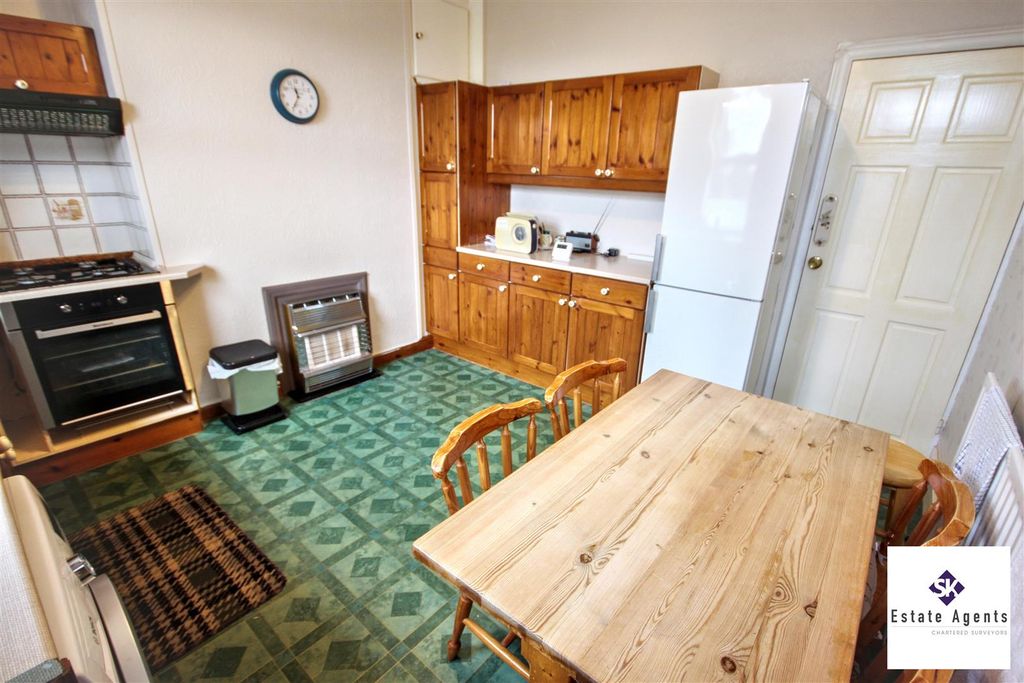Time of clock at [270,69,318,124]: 11:35
